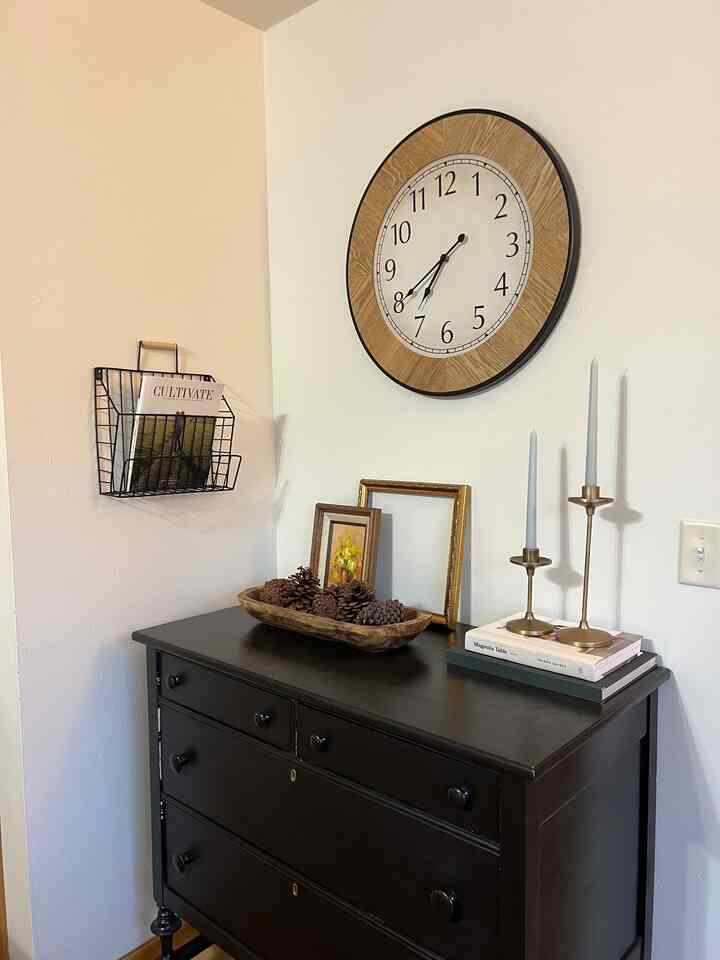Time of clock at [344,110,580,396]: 7:40
